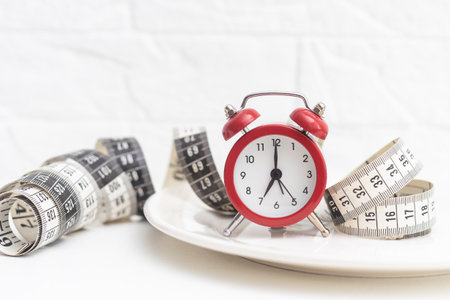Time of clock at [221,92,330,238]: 7:00
